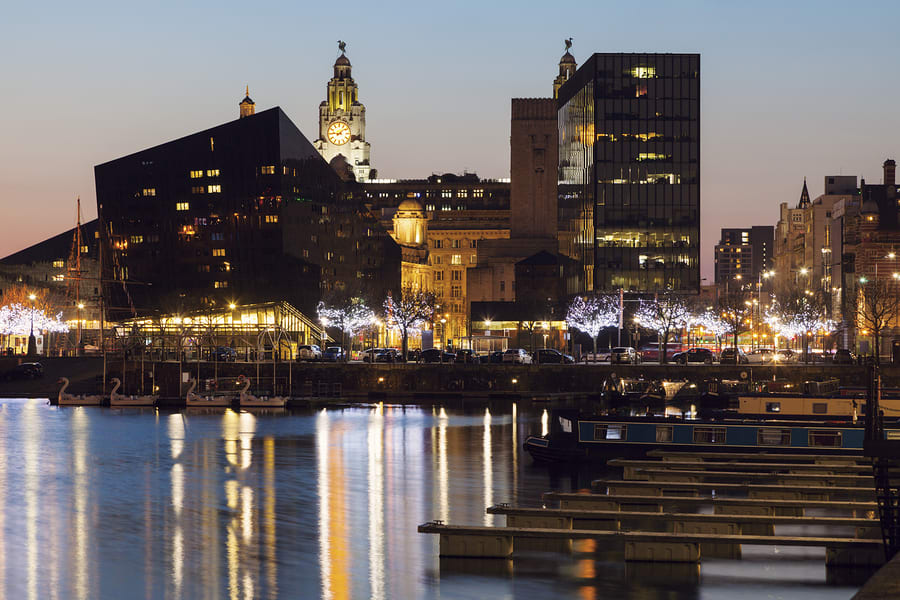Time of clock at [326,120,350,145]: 9:08
